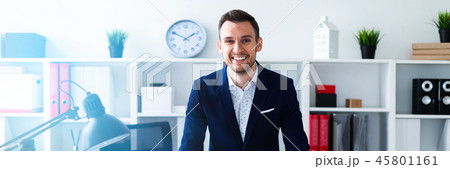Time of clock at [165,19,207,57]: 1:50
